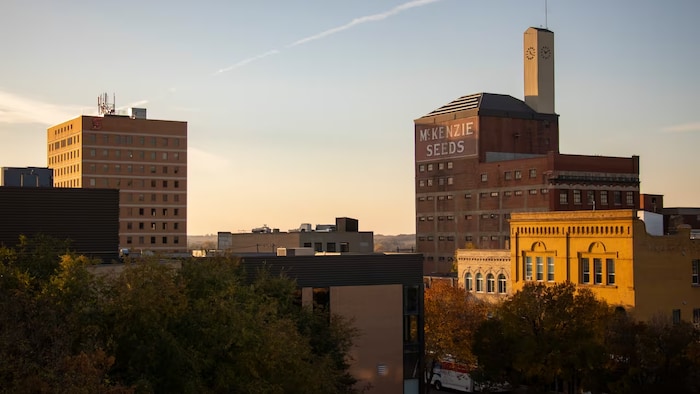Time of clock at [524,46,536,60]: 11:21
